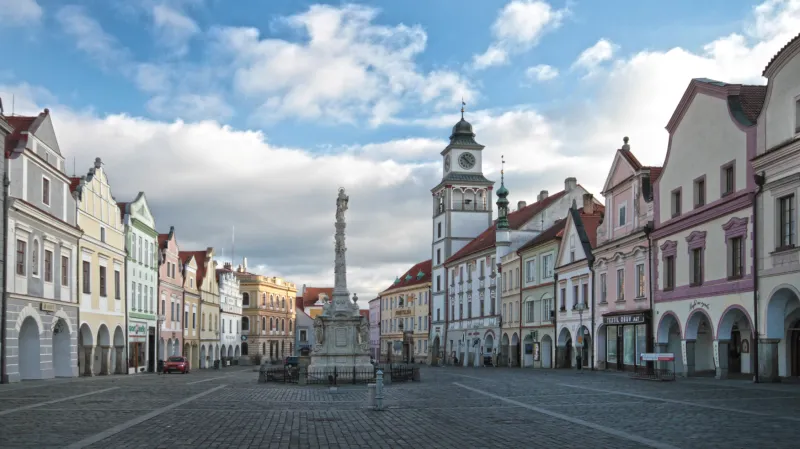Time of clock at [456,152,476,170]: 10:21
